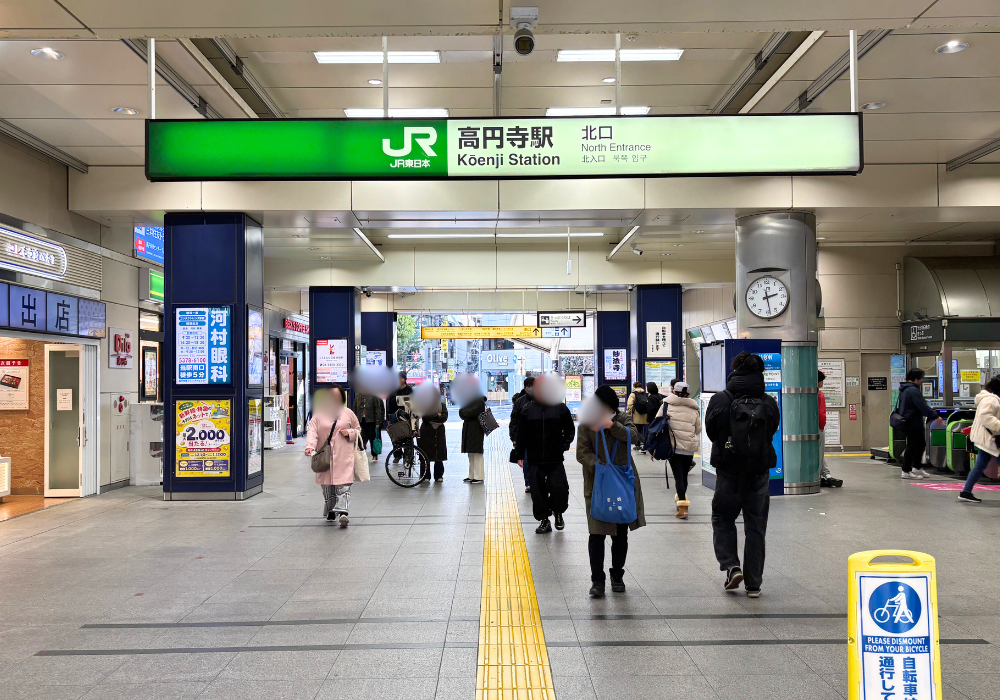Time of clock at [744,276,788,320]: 2:28
